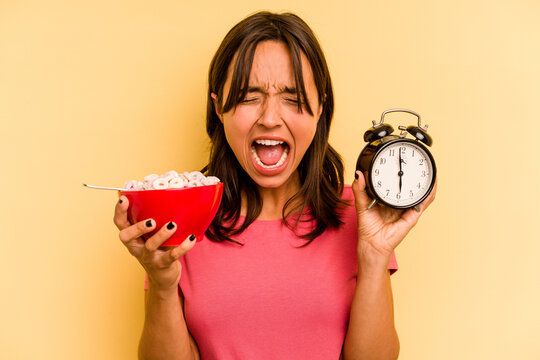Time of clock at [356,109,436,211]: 5:59
